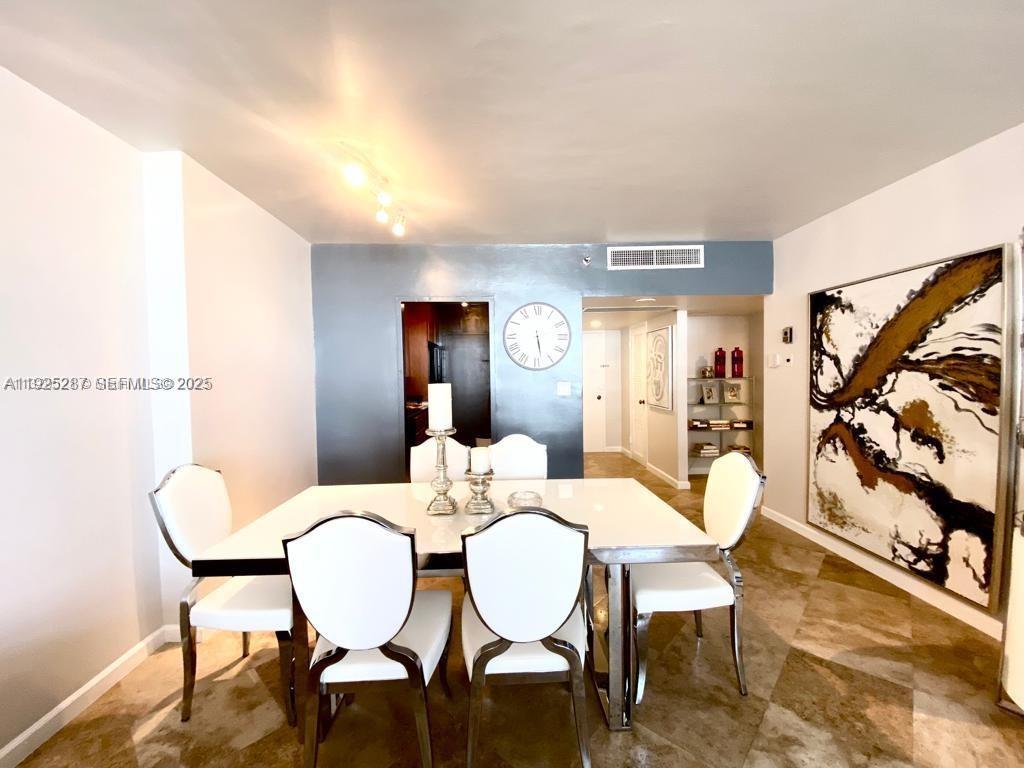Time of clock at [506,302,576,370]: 5:28
